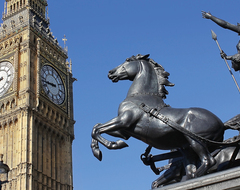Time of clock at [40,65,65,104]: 8:43
